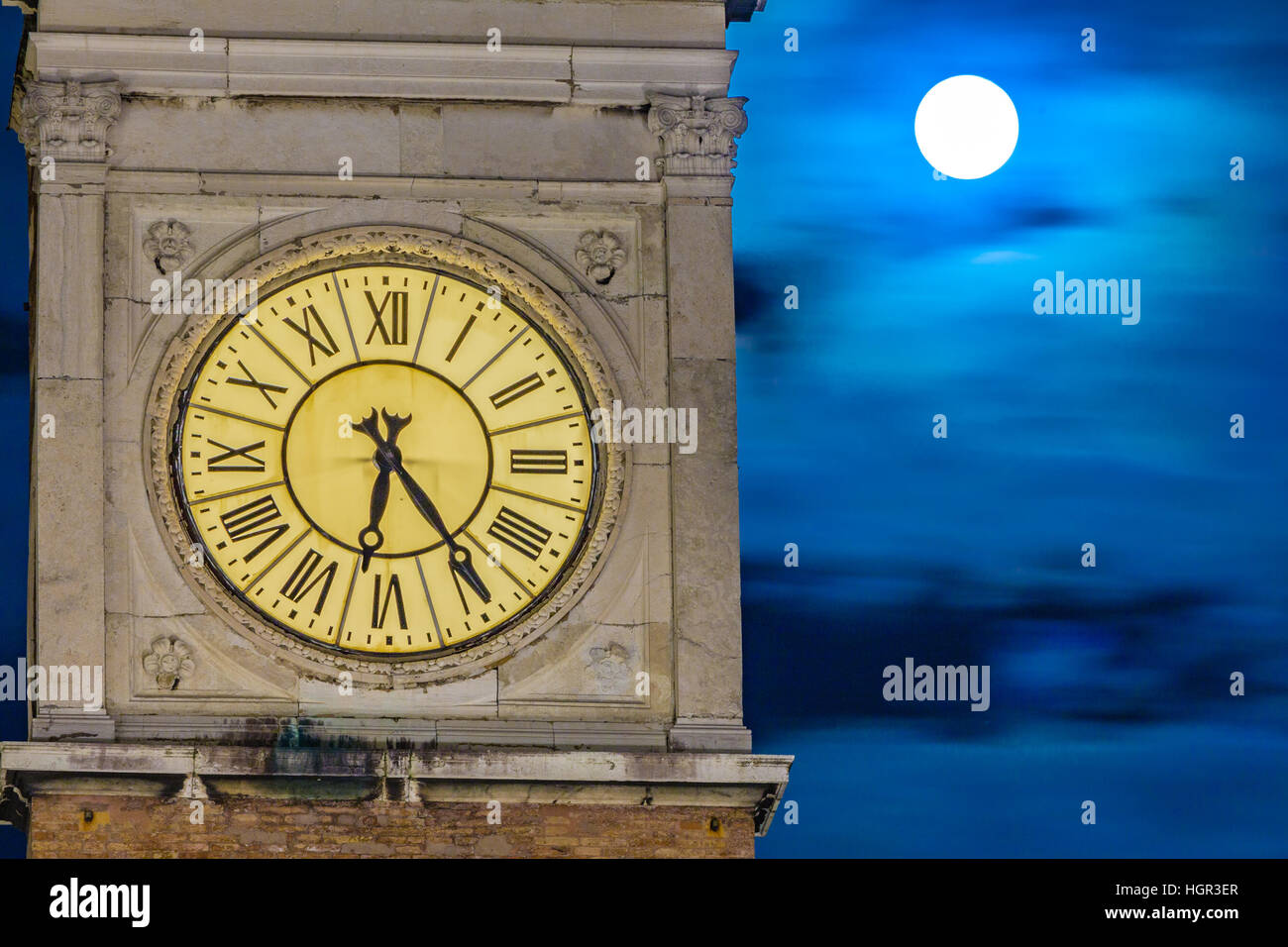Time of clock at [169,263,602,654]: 6:24
